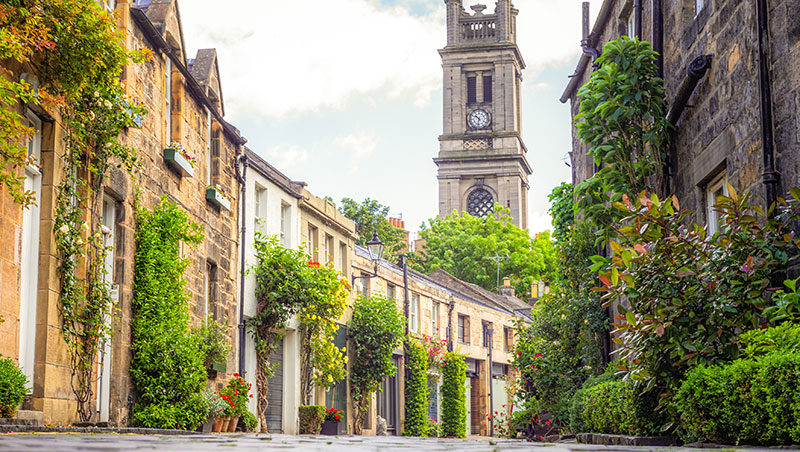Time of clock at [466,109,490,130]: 10:32
